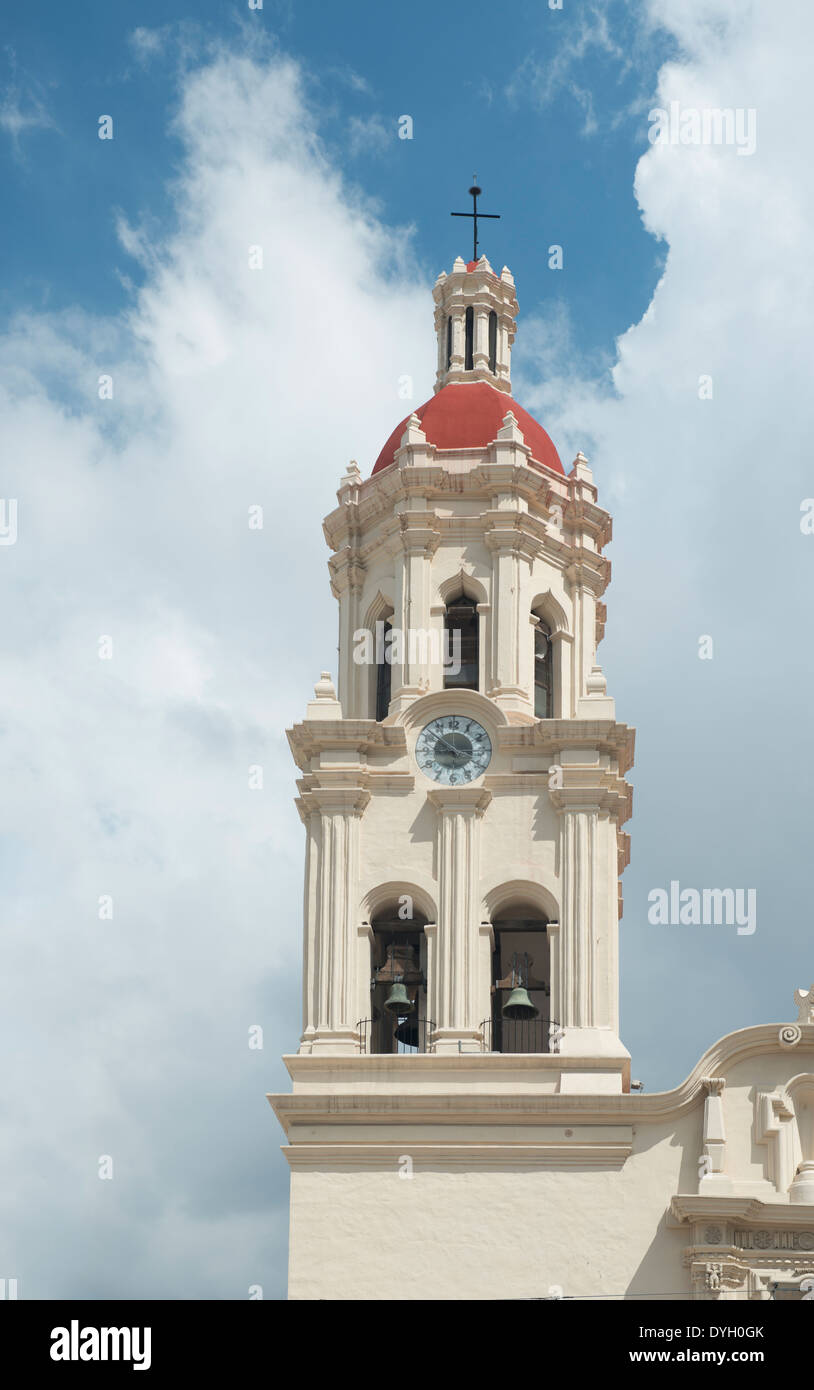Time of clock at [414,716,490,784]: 8:51
